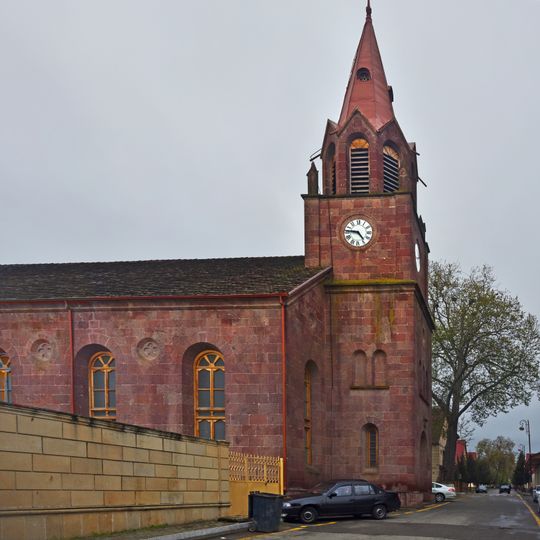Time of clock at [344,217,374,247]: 4:45
